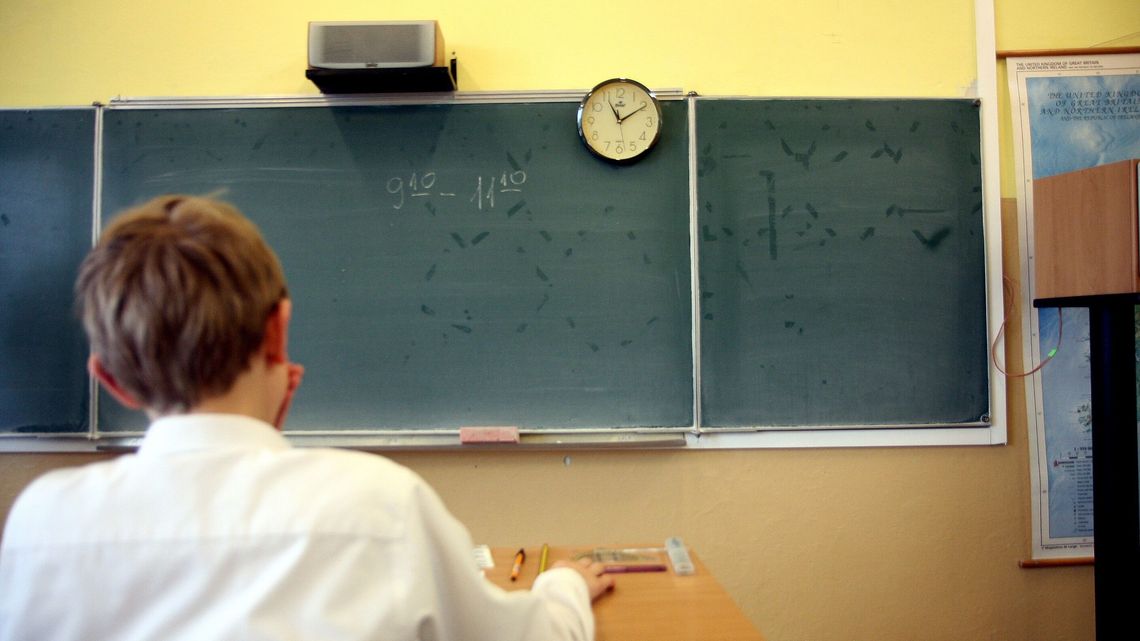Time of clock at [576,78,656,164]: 11:09
